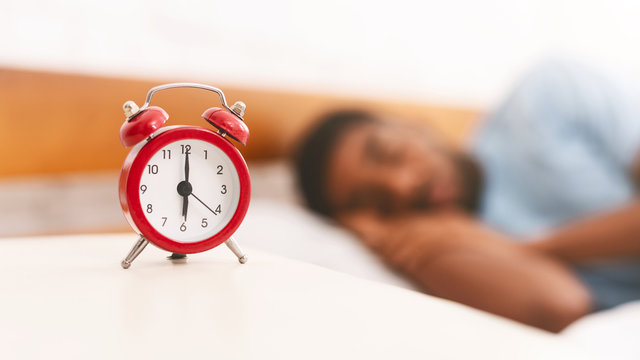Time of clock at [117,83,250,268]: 6:00
